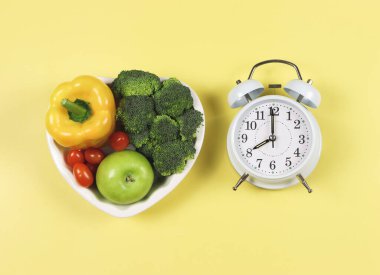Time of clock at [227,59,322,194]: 7:59
